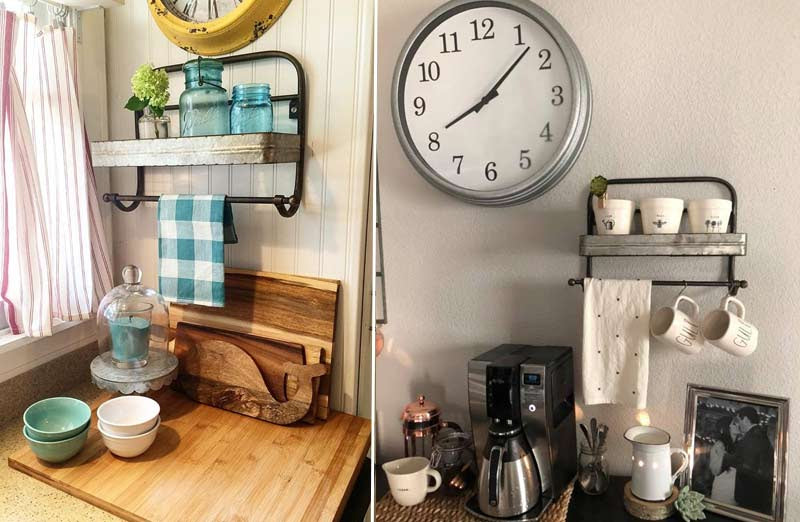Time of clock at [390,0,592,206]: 8:07
